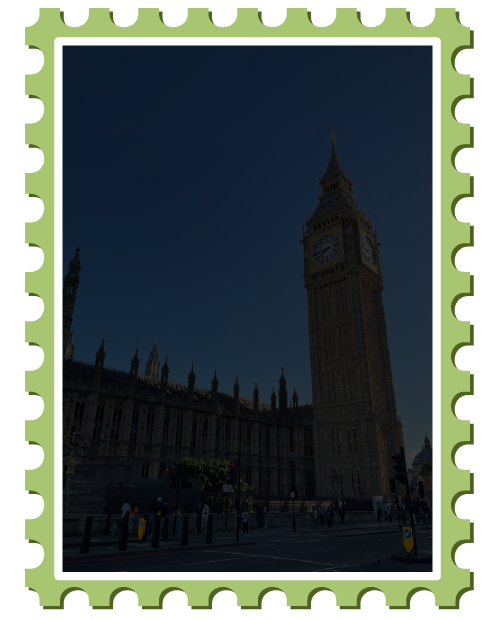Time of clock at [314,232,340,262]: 7:43
